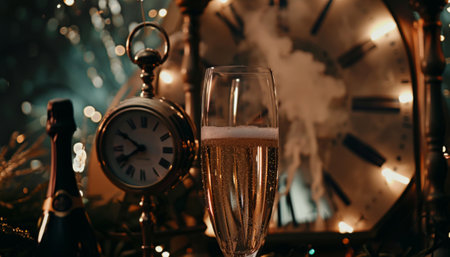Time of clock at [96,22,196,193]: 7:50
